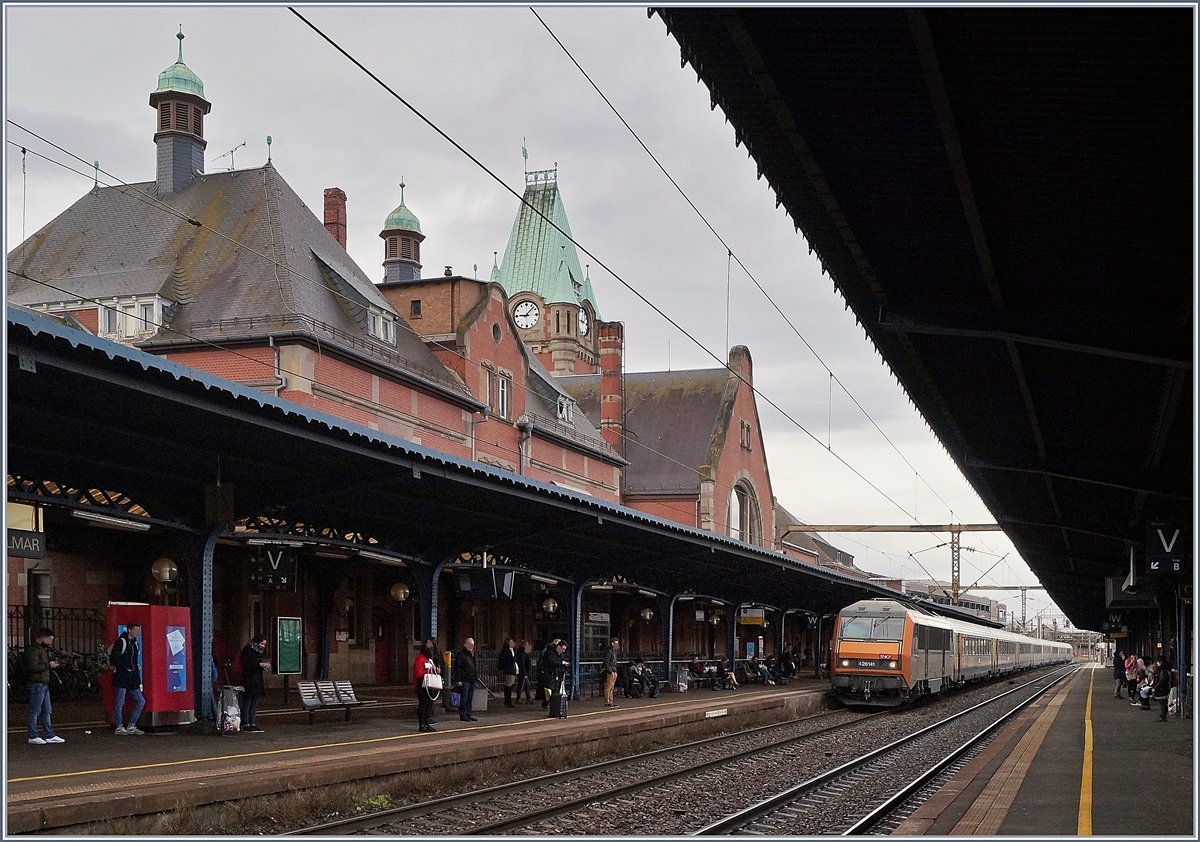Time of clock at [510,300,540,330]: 9:07
